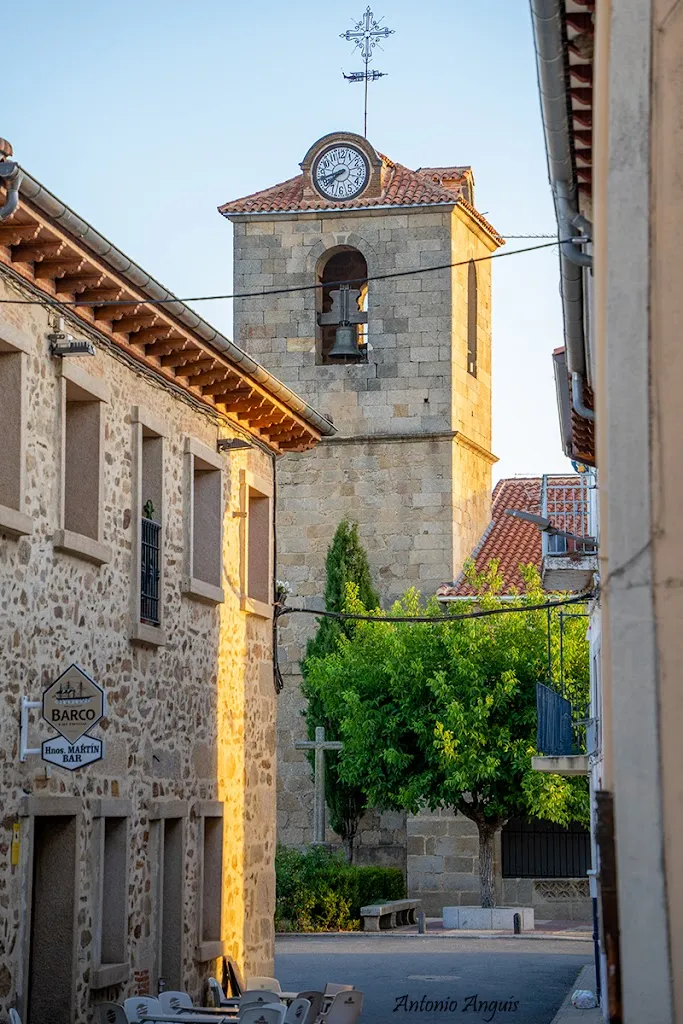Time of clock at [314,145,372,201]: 7:42
